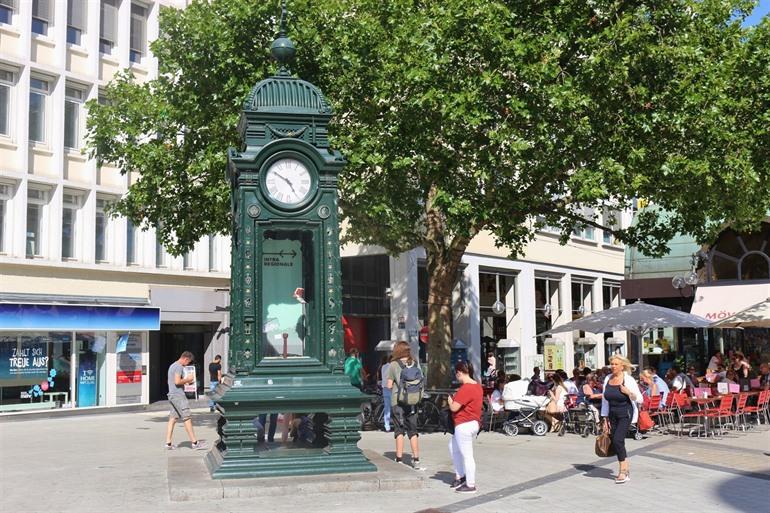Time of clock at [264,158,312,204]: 4:50
